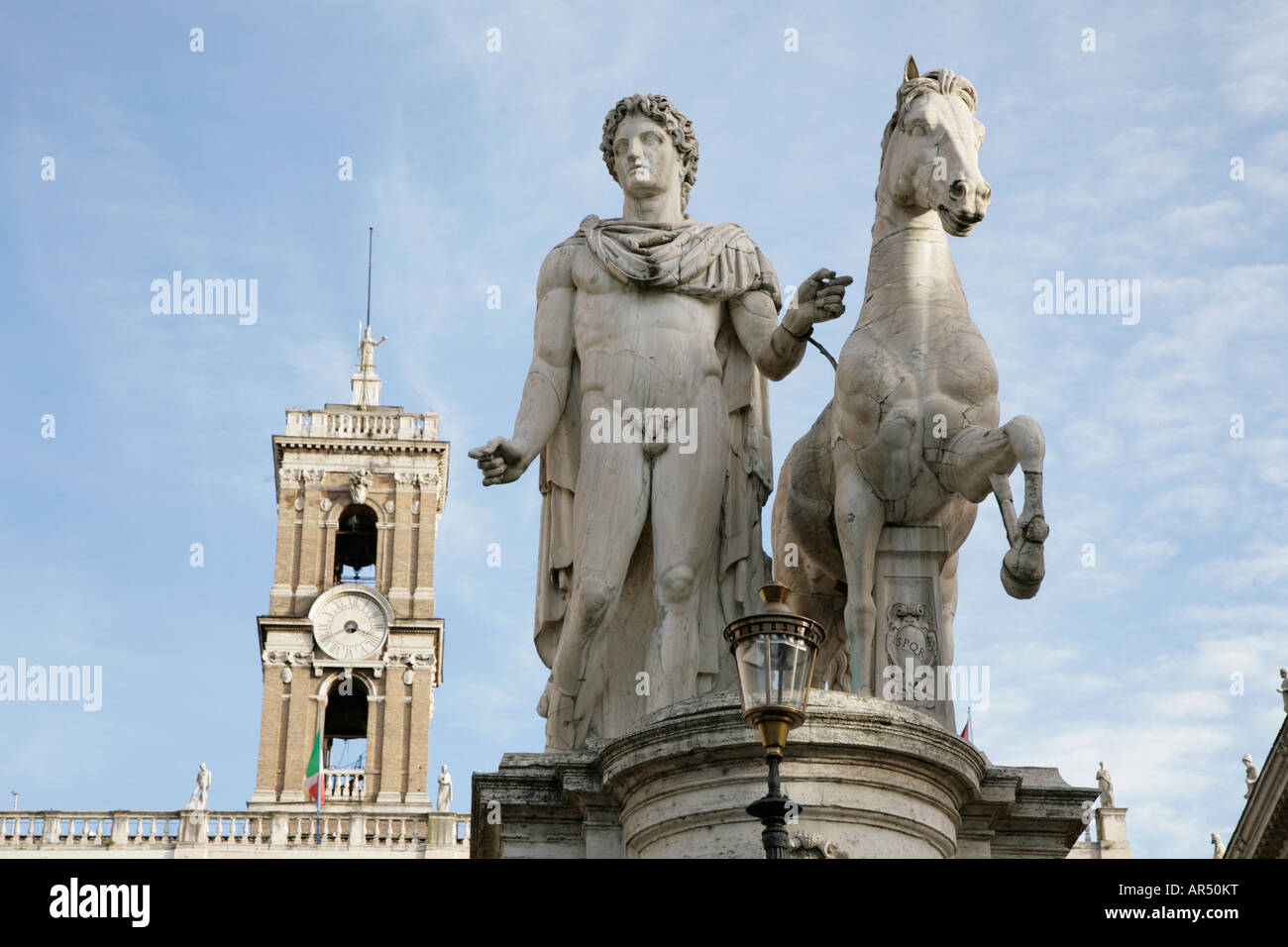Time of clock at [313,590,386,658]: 3:40
